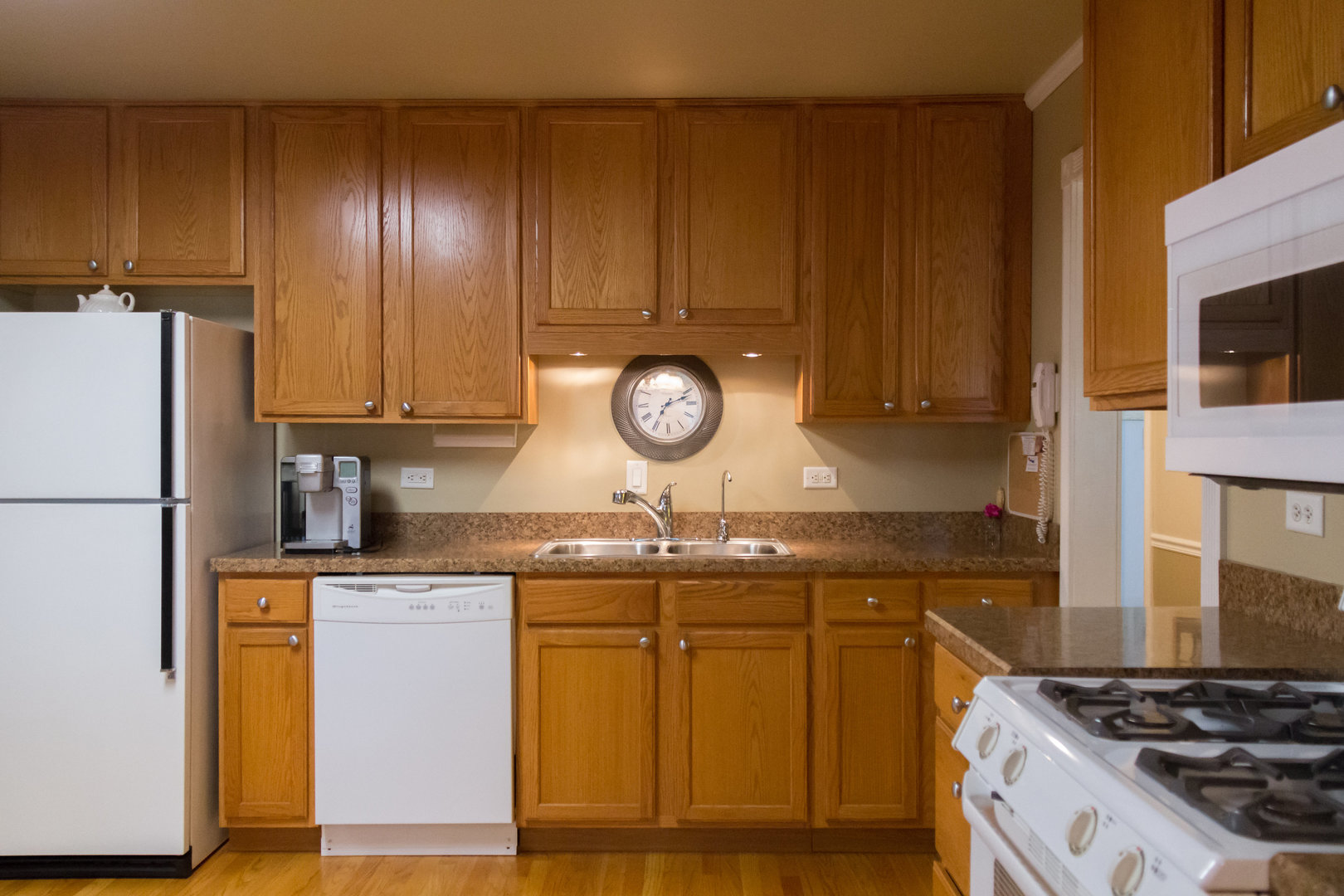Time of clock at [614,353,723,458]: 7:11
